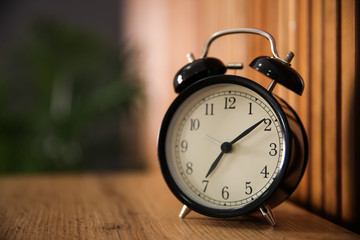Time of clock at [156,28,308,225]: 7:09
